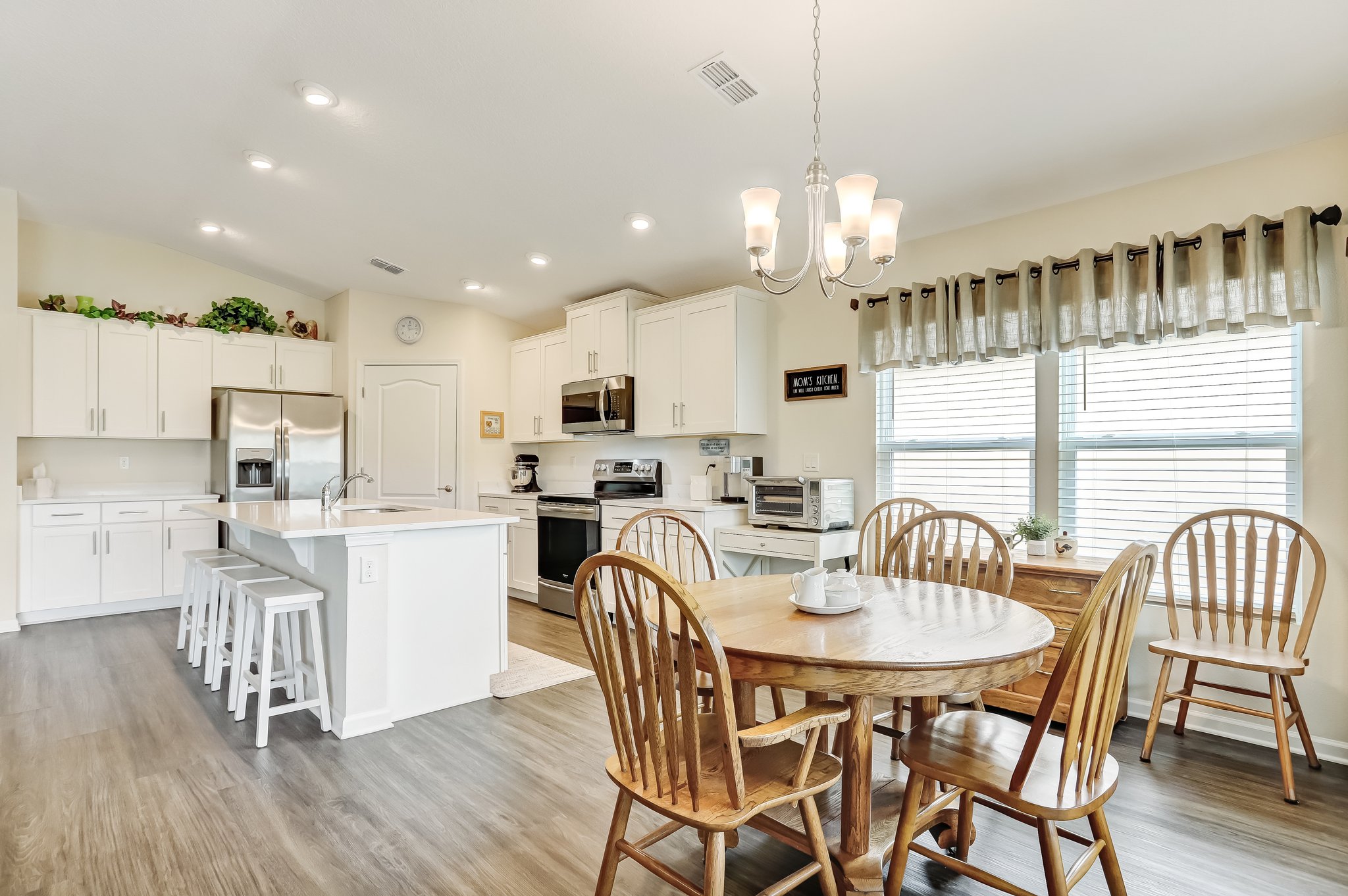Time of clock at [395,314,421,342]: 11:13
